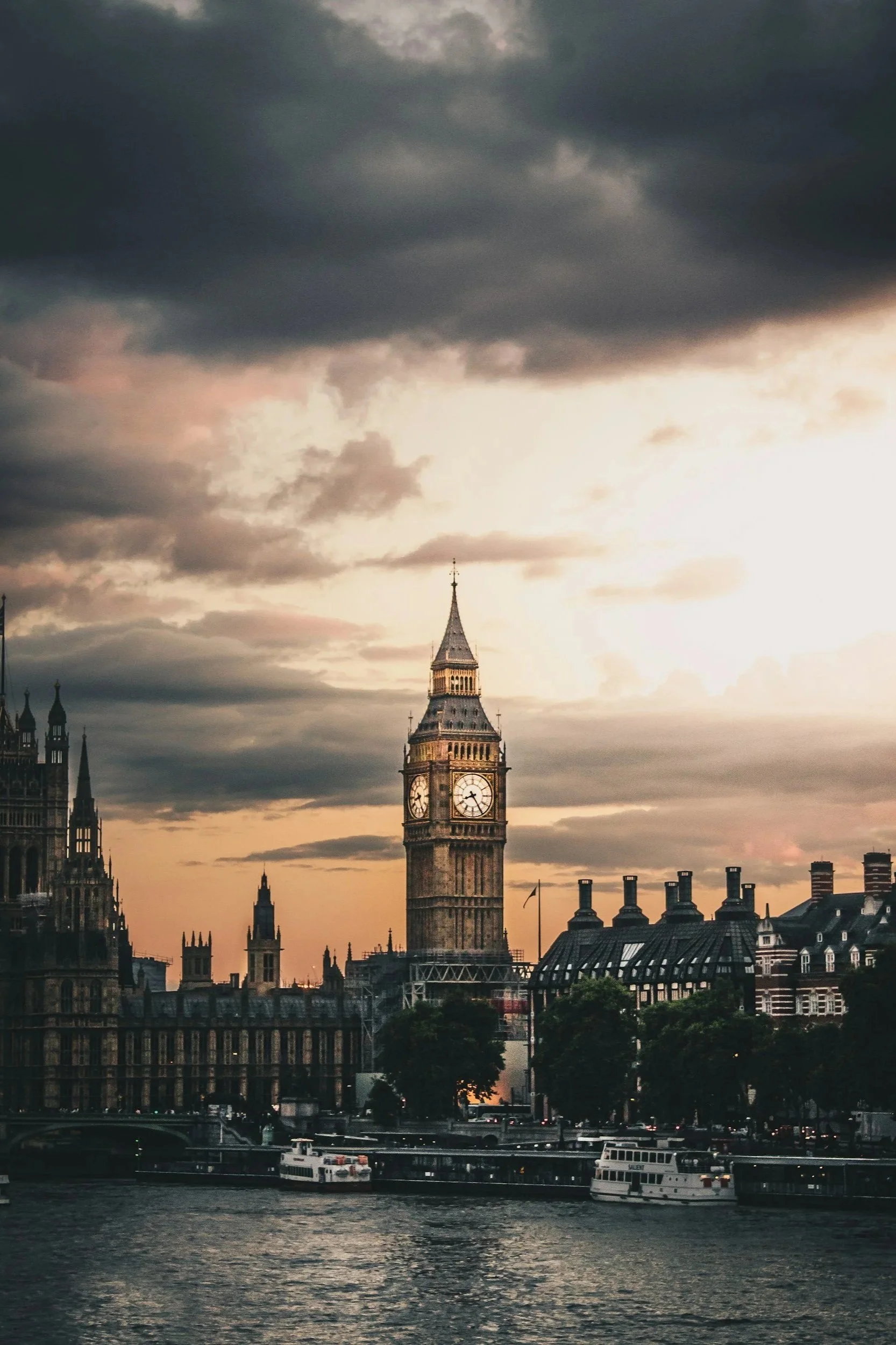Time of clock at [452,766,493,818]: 8:24
